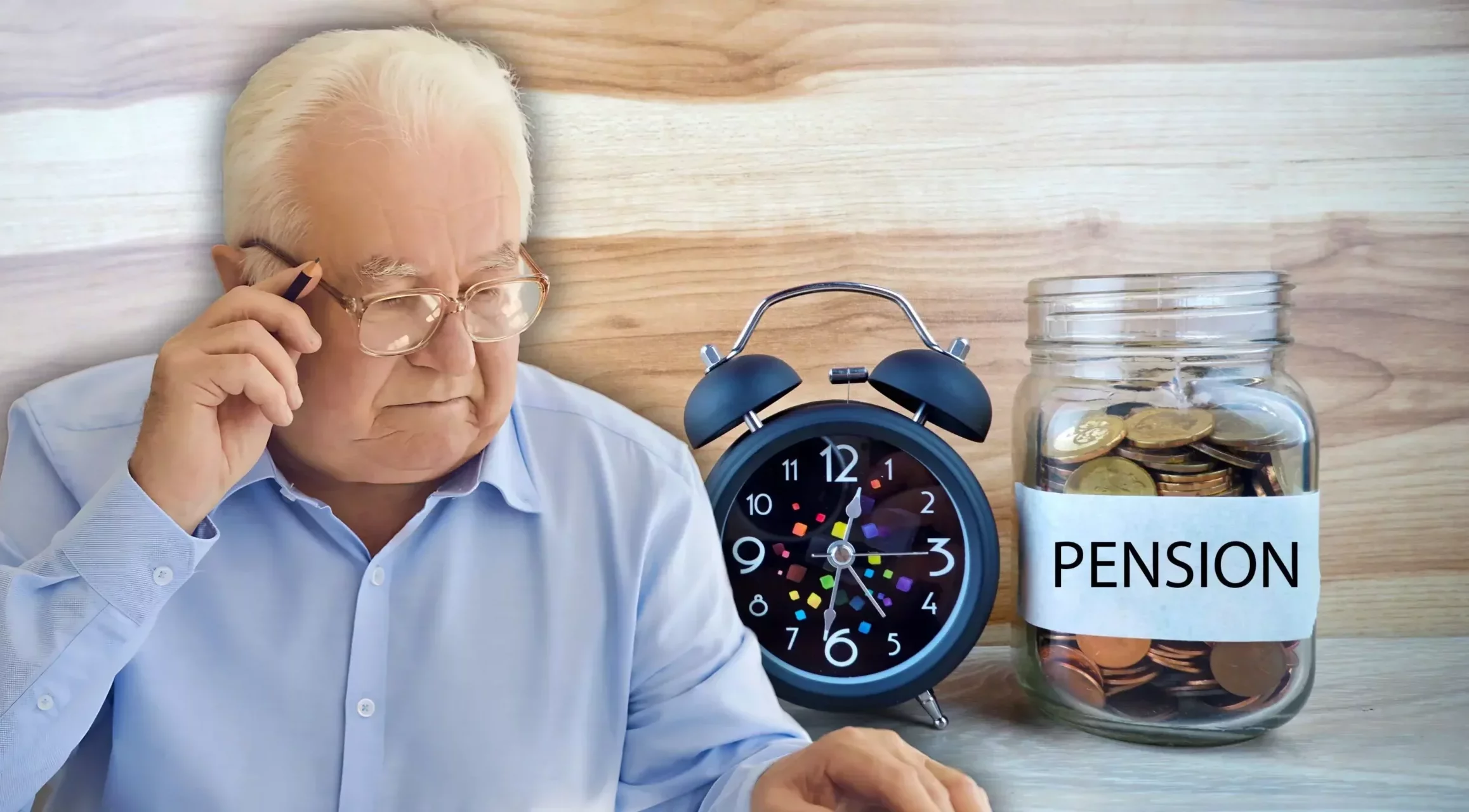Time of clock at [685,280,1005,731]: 12:32
